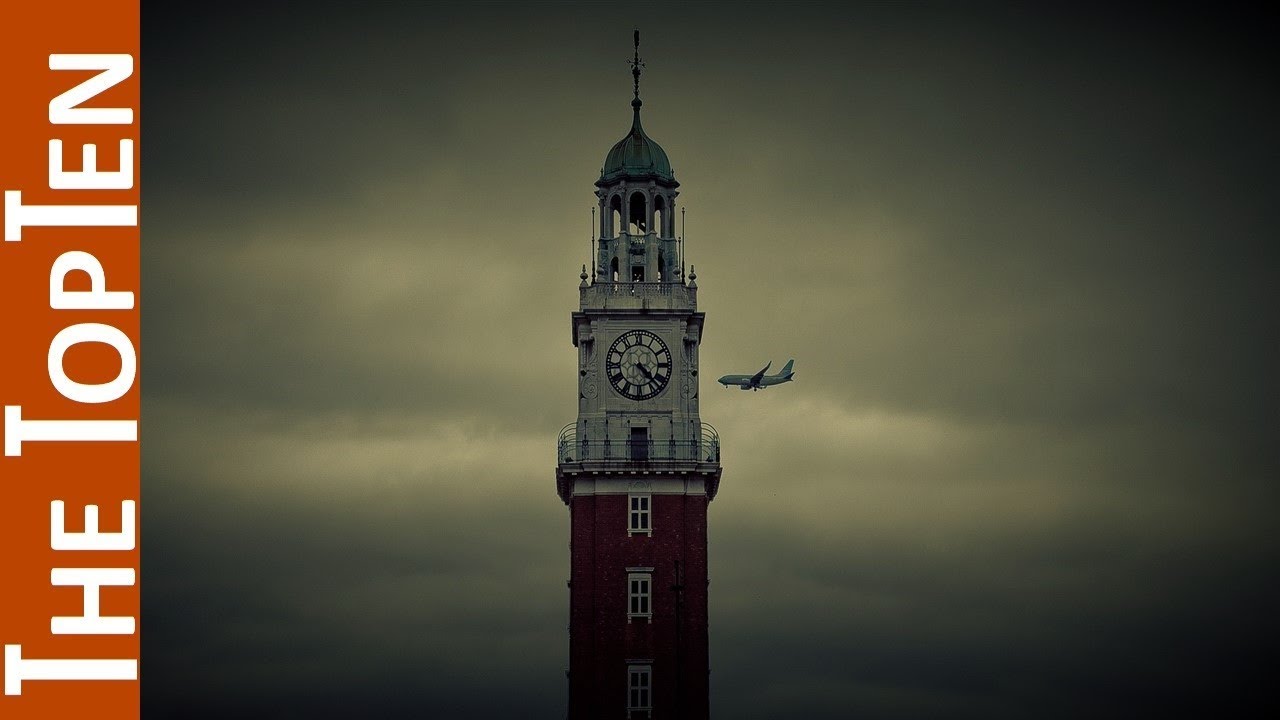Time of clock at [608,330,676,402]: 4:22
